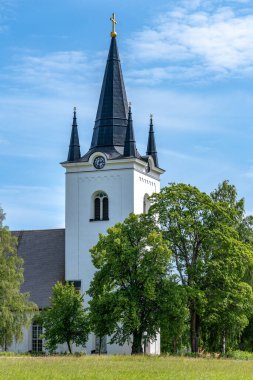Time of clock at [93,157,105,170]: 2:32
